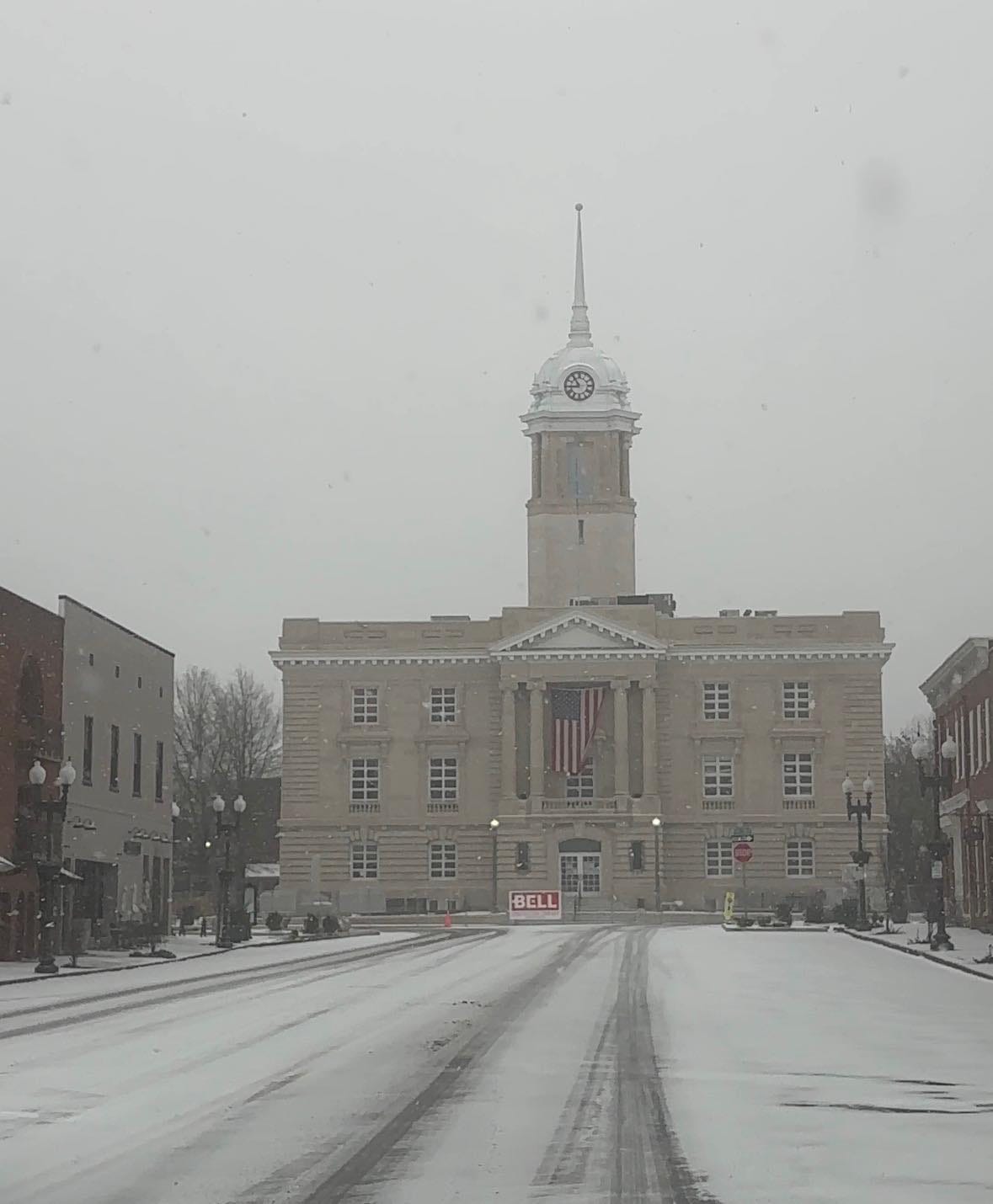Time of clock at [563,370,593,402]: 8:54
